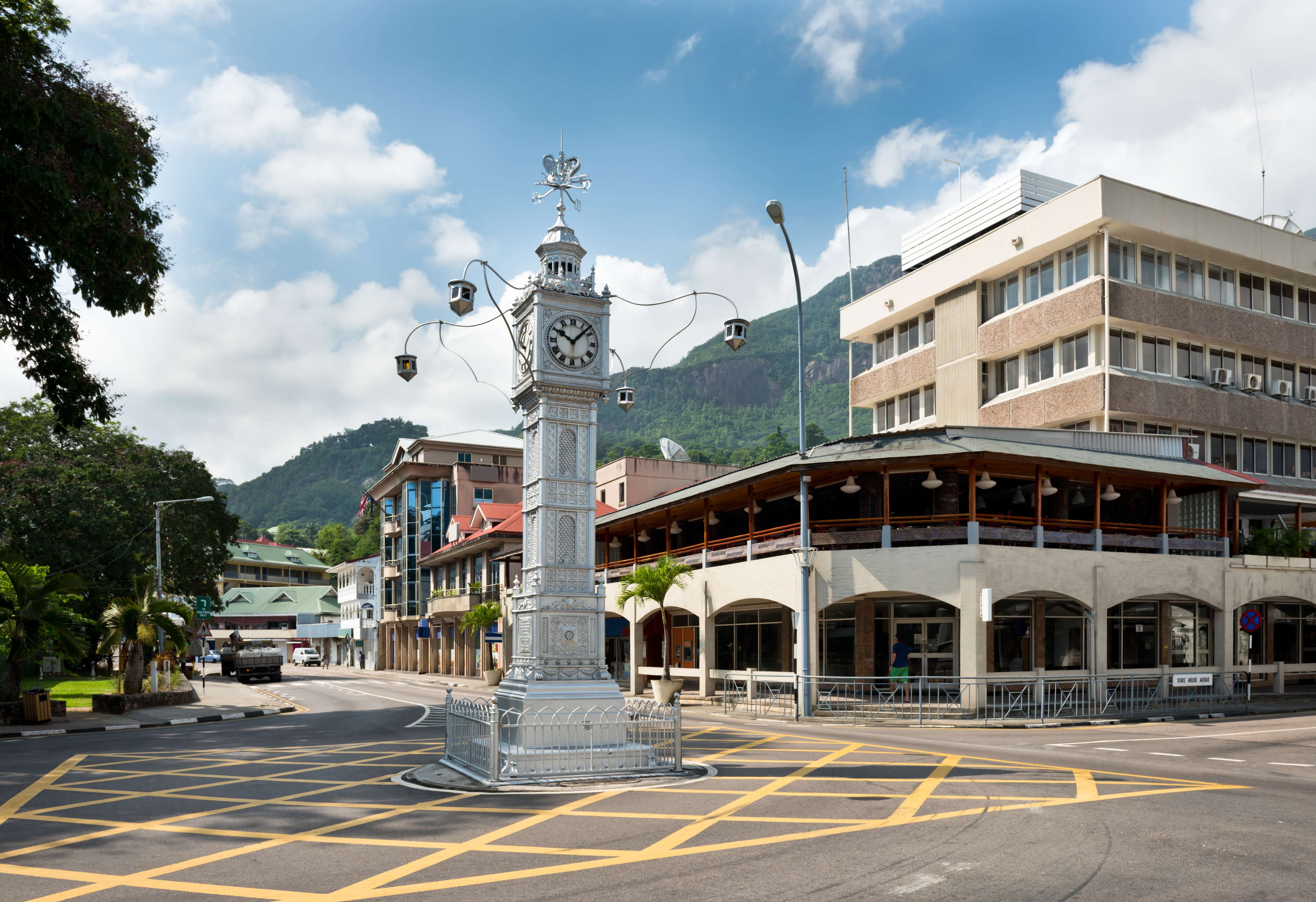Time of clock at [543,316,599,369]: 10:07
